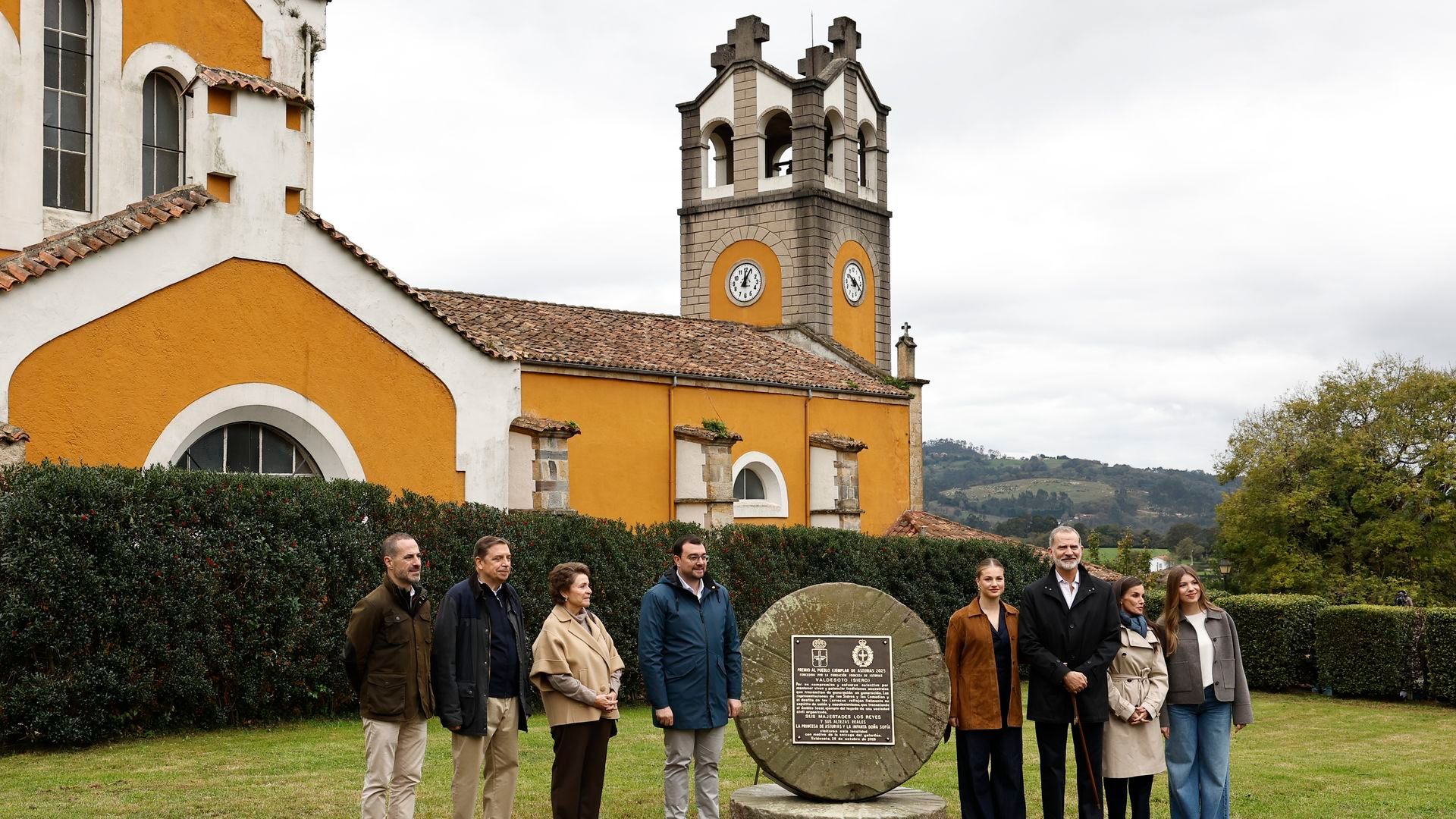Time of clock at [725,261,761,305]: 12:04
